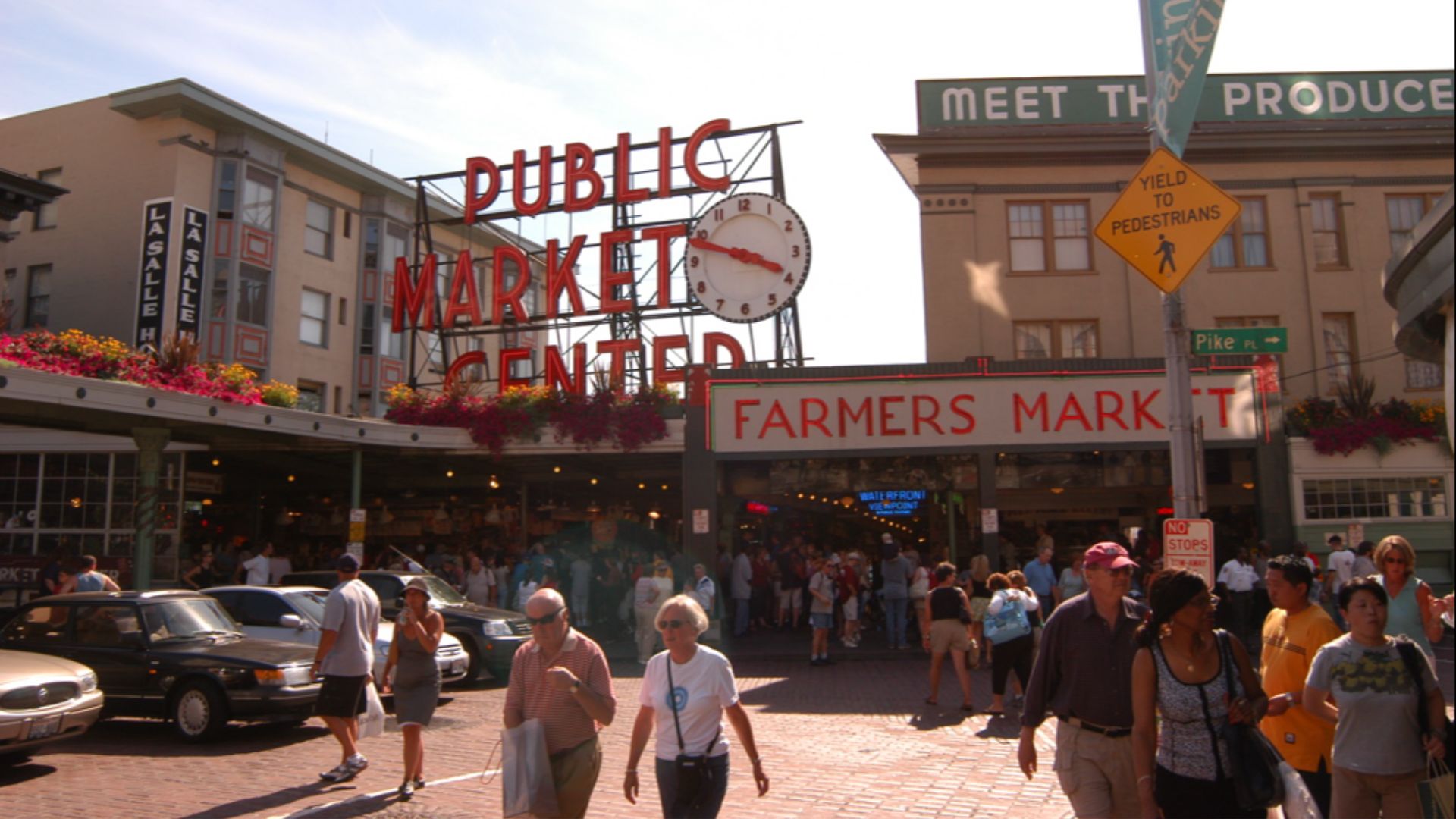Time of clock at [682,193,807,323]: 3:48
